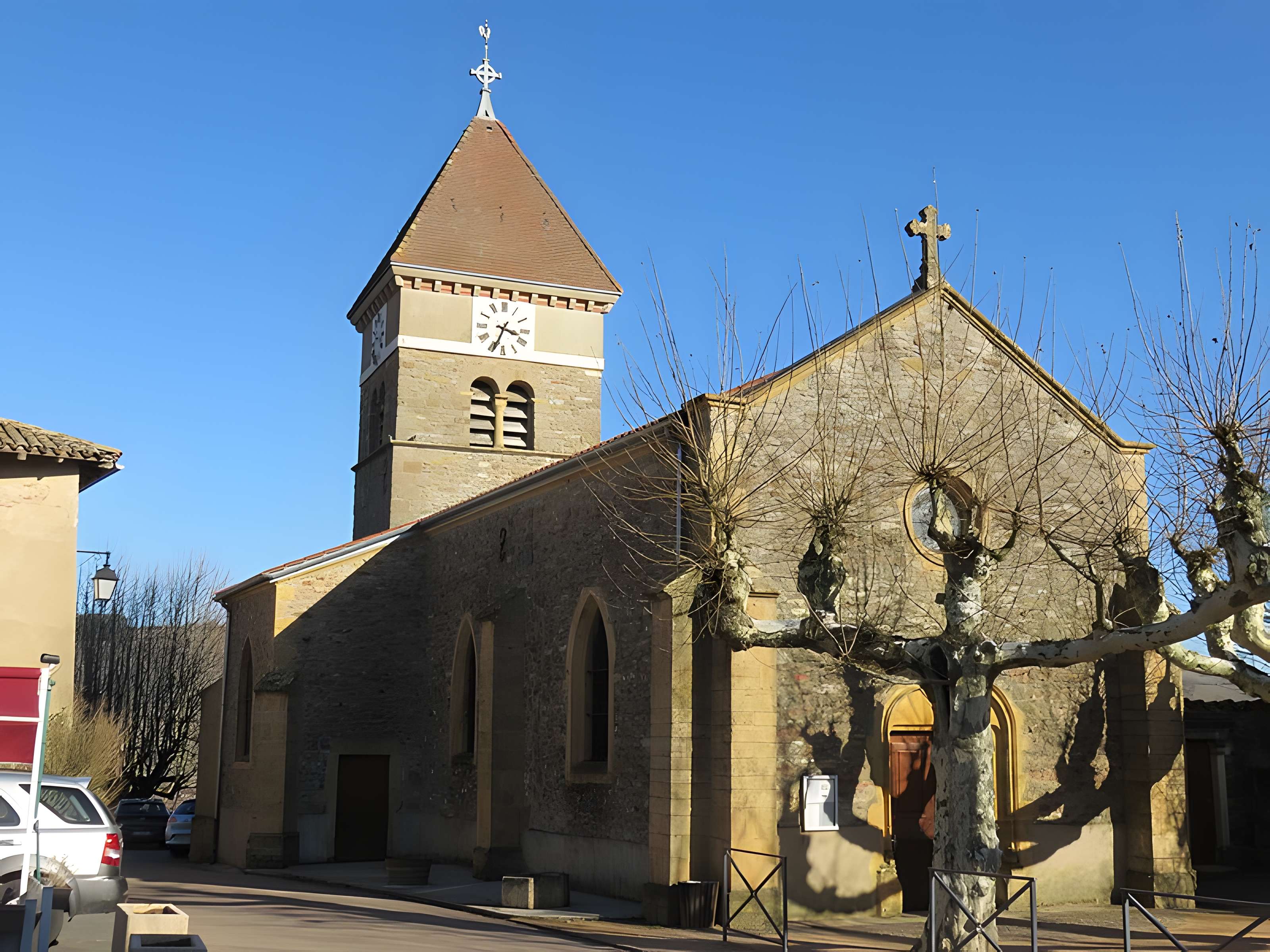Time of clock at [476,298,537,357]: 3:33
